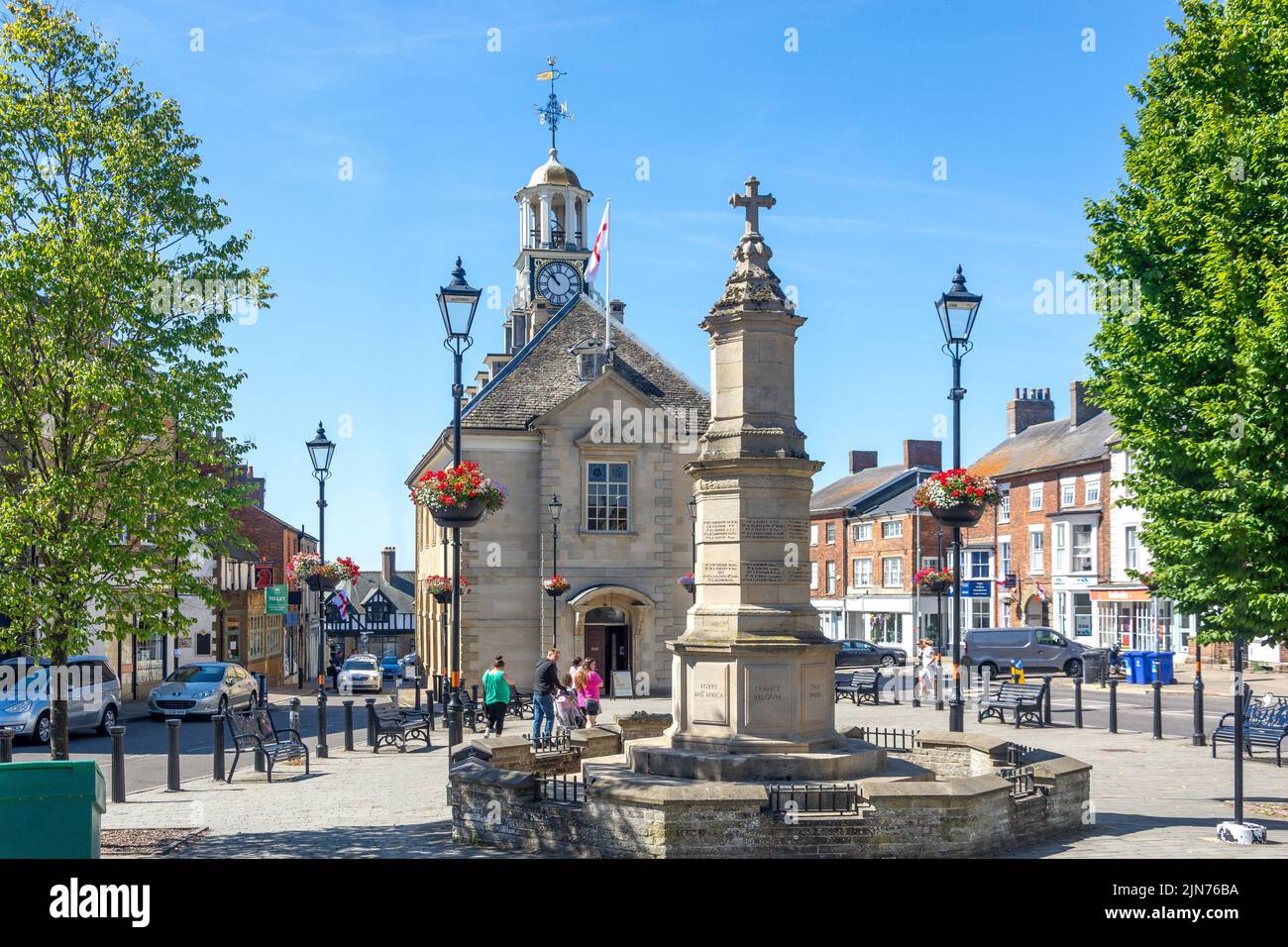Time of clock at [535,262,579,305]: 10:52
